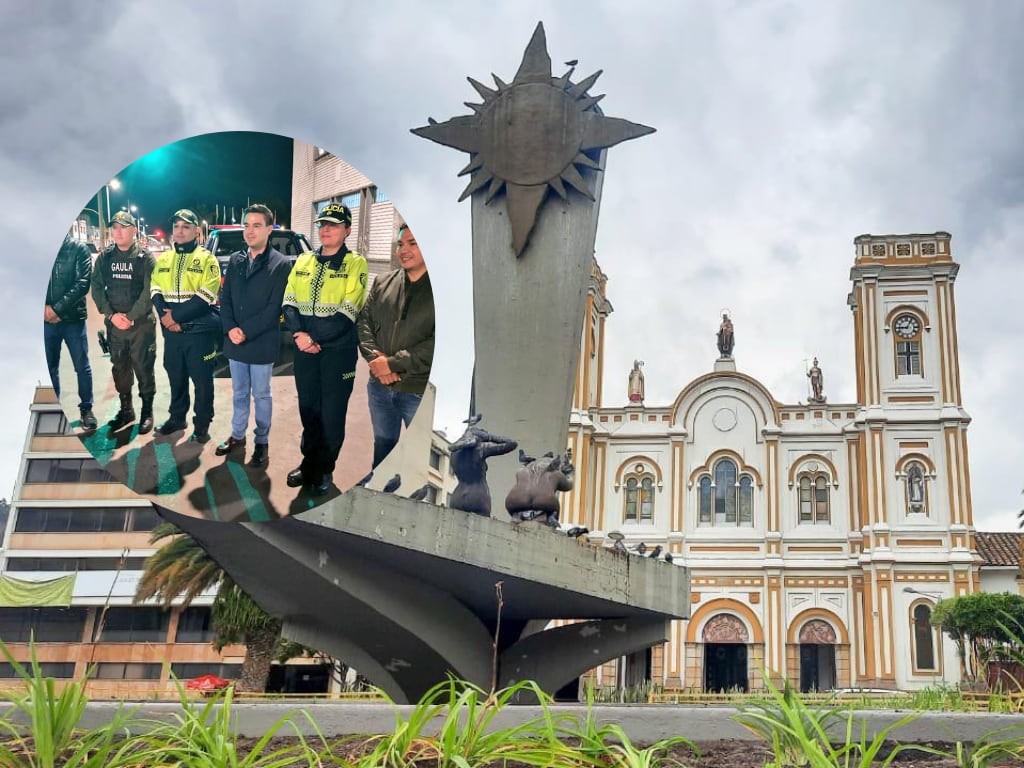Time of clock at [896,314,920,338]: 9:05
